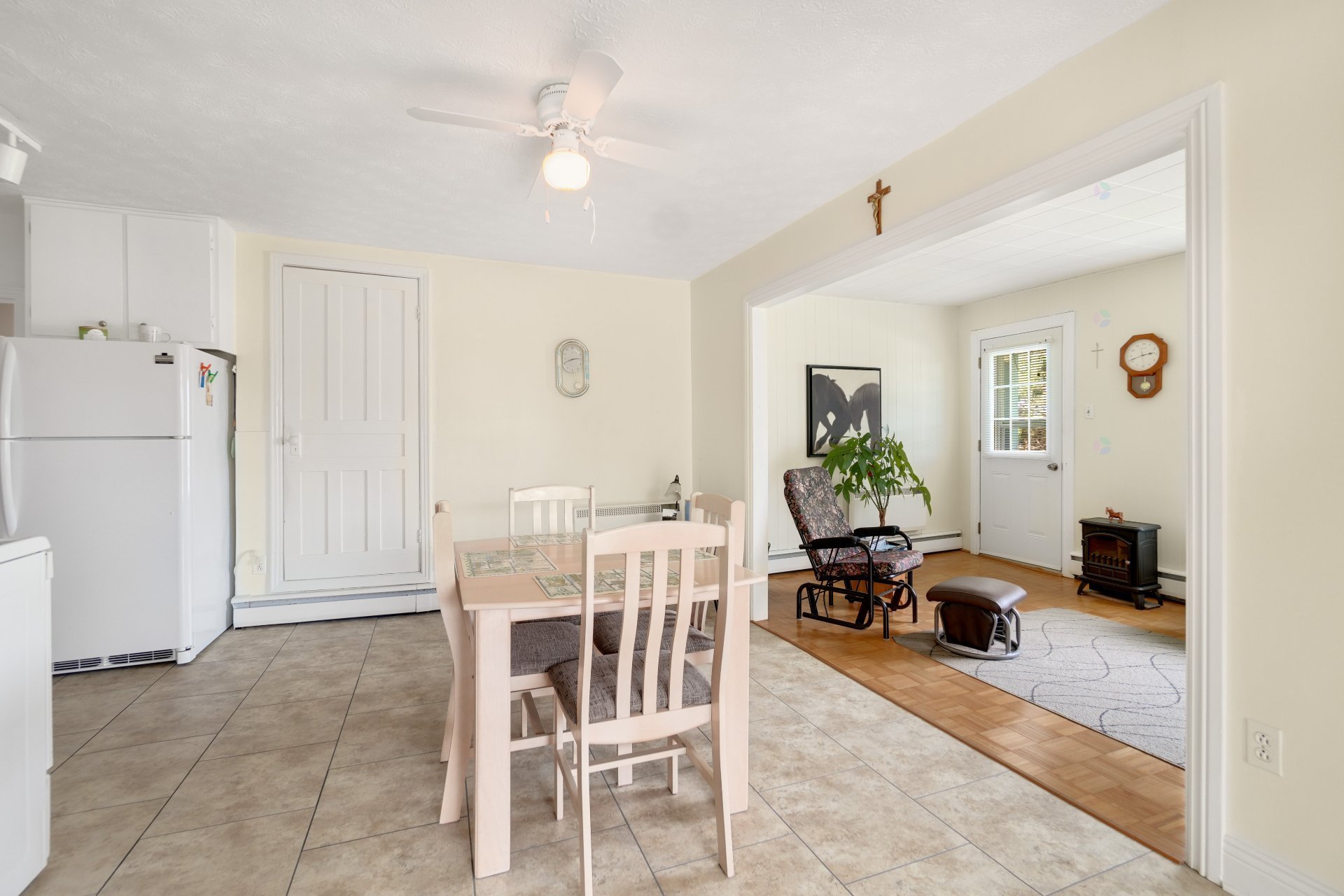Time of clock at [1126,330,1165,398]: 2:42
